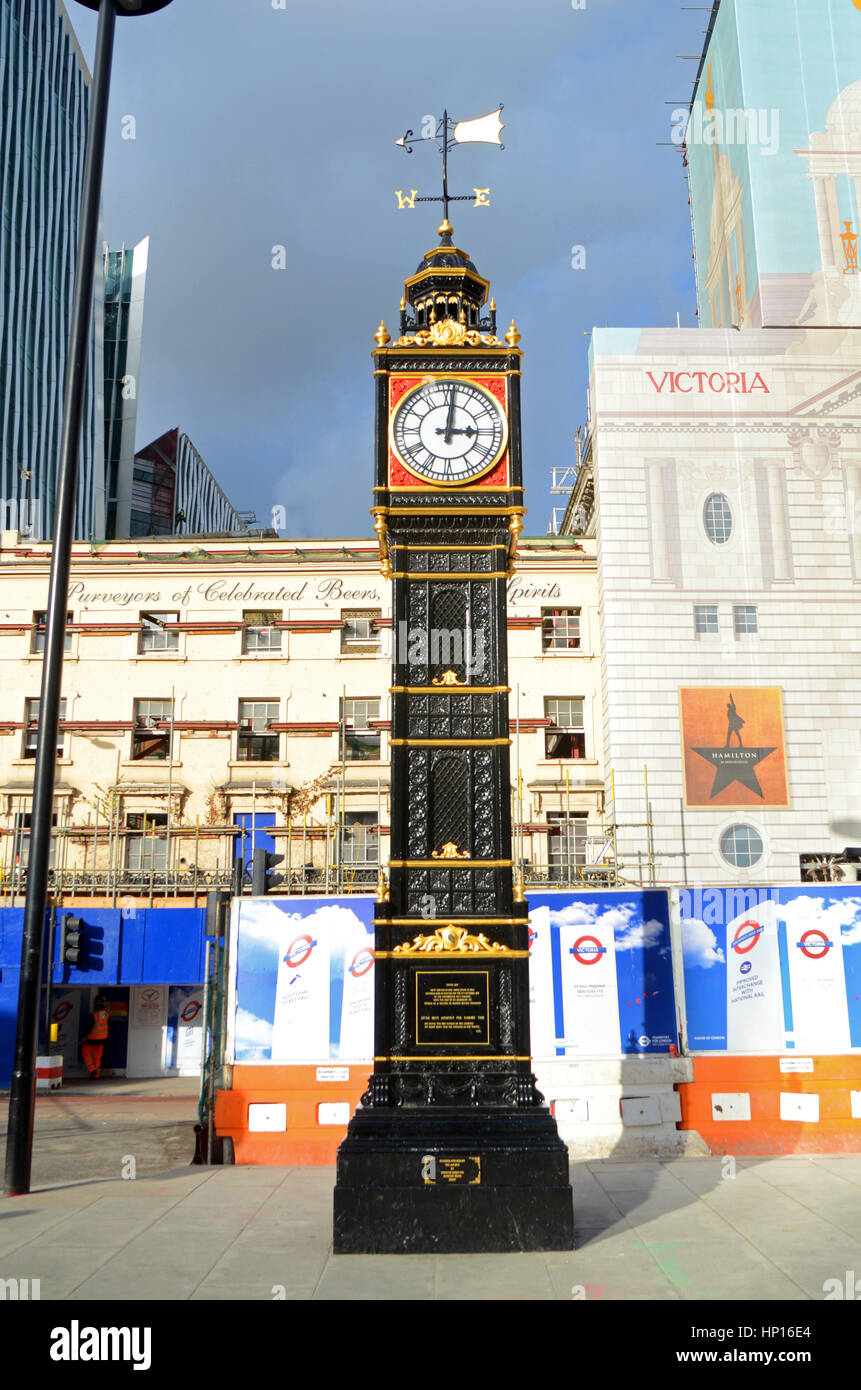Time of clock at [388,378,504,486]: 3:01
